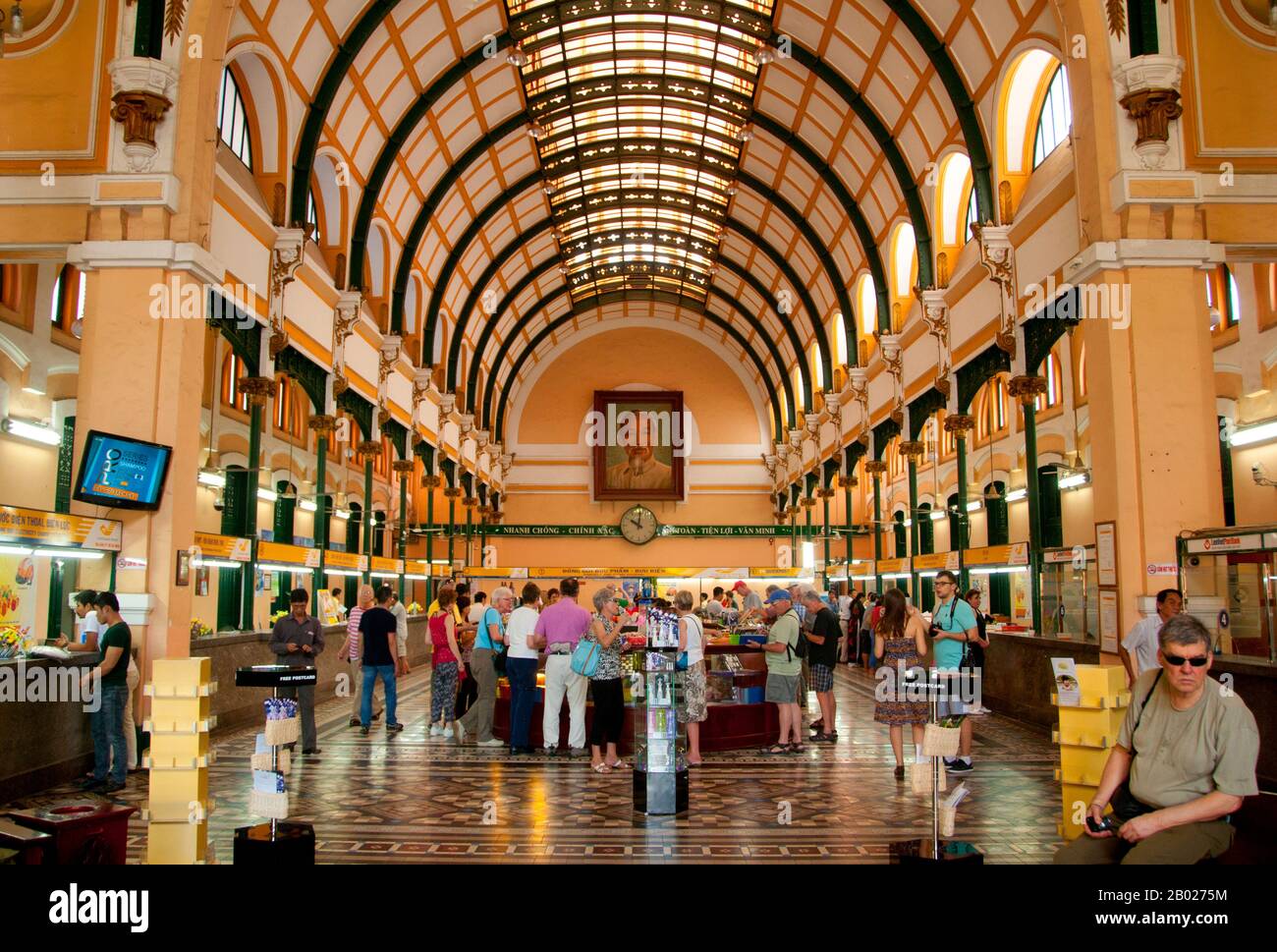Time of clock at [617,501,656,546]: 10:00
